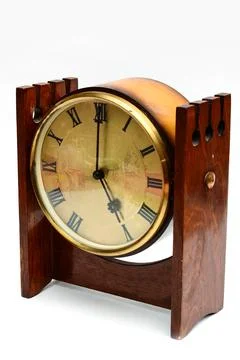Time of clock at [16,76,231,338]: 5:00
